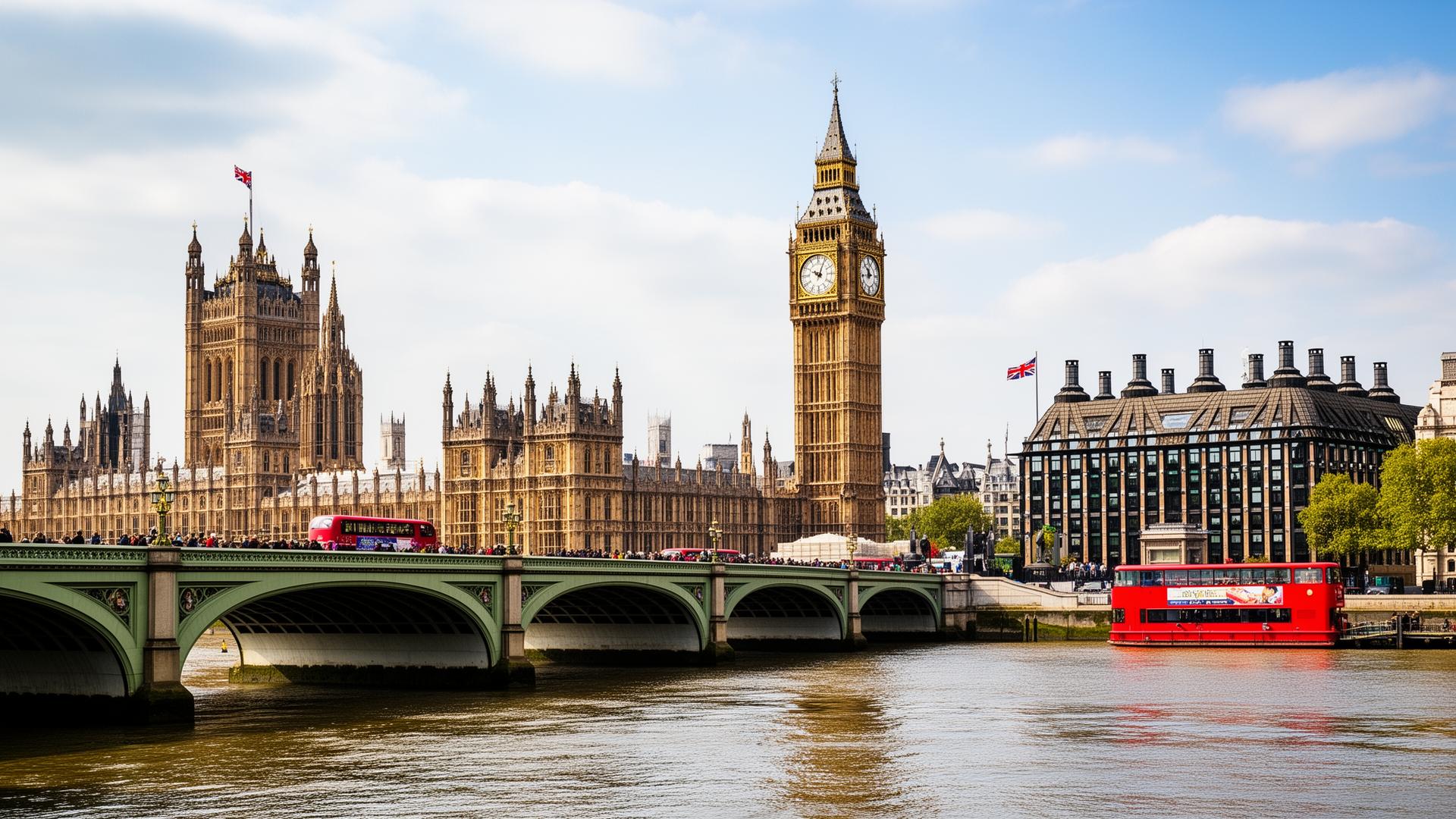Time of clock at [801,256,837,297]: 10:04
